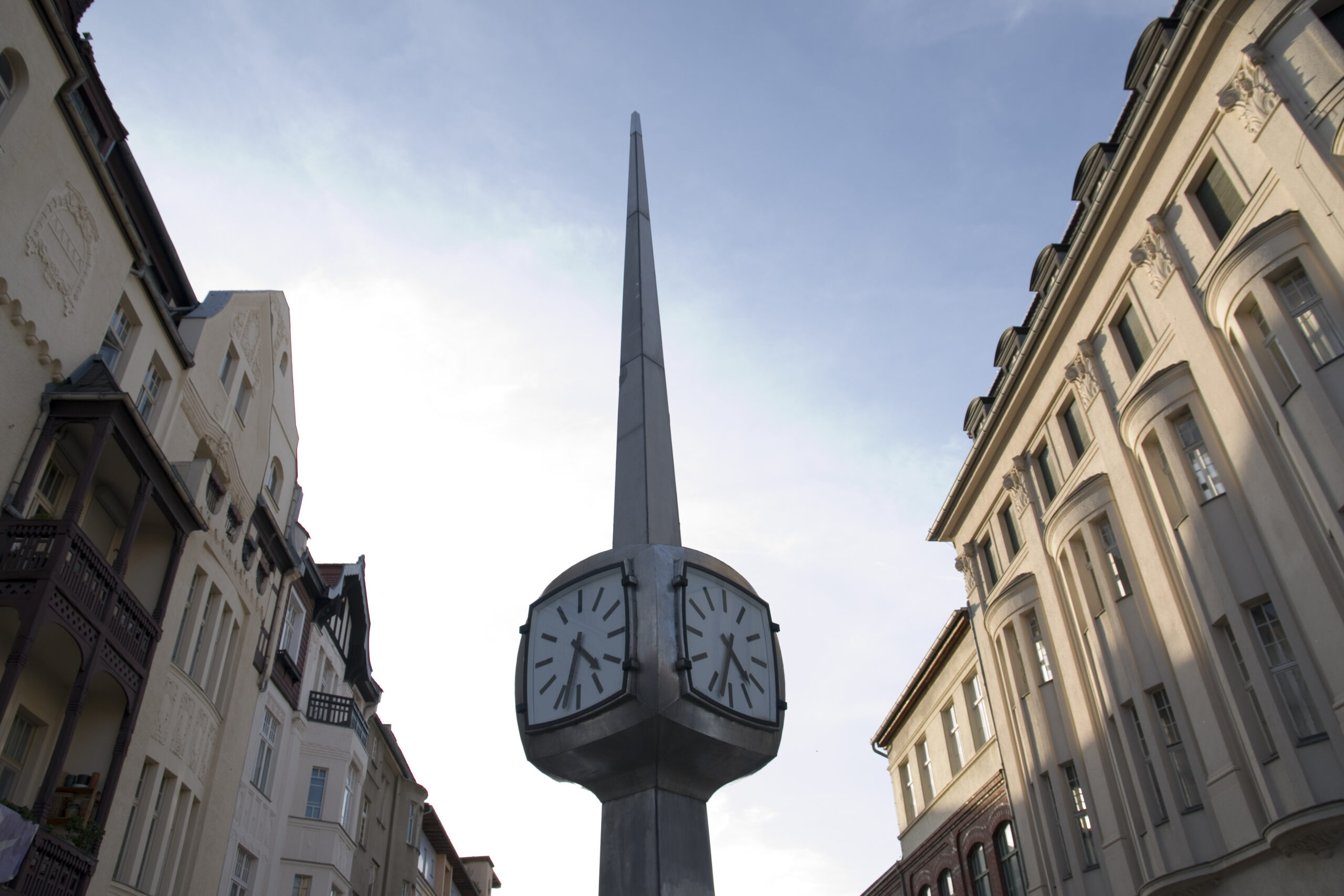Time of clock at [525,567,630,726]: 4:34
